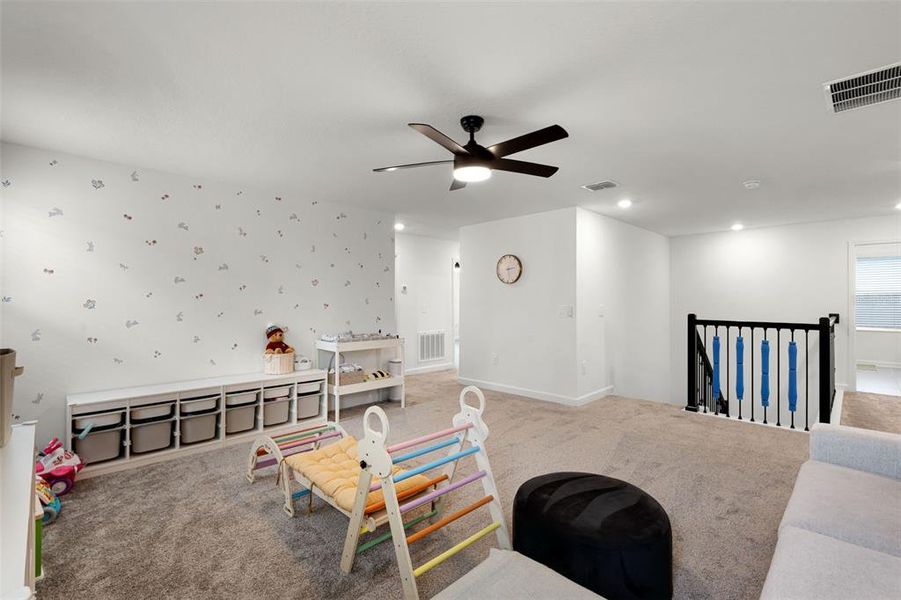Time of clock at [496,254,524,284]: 2:28
